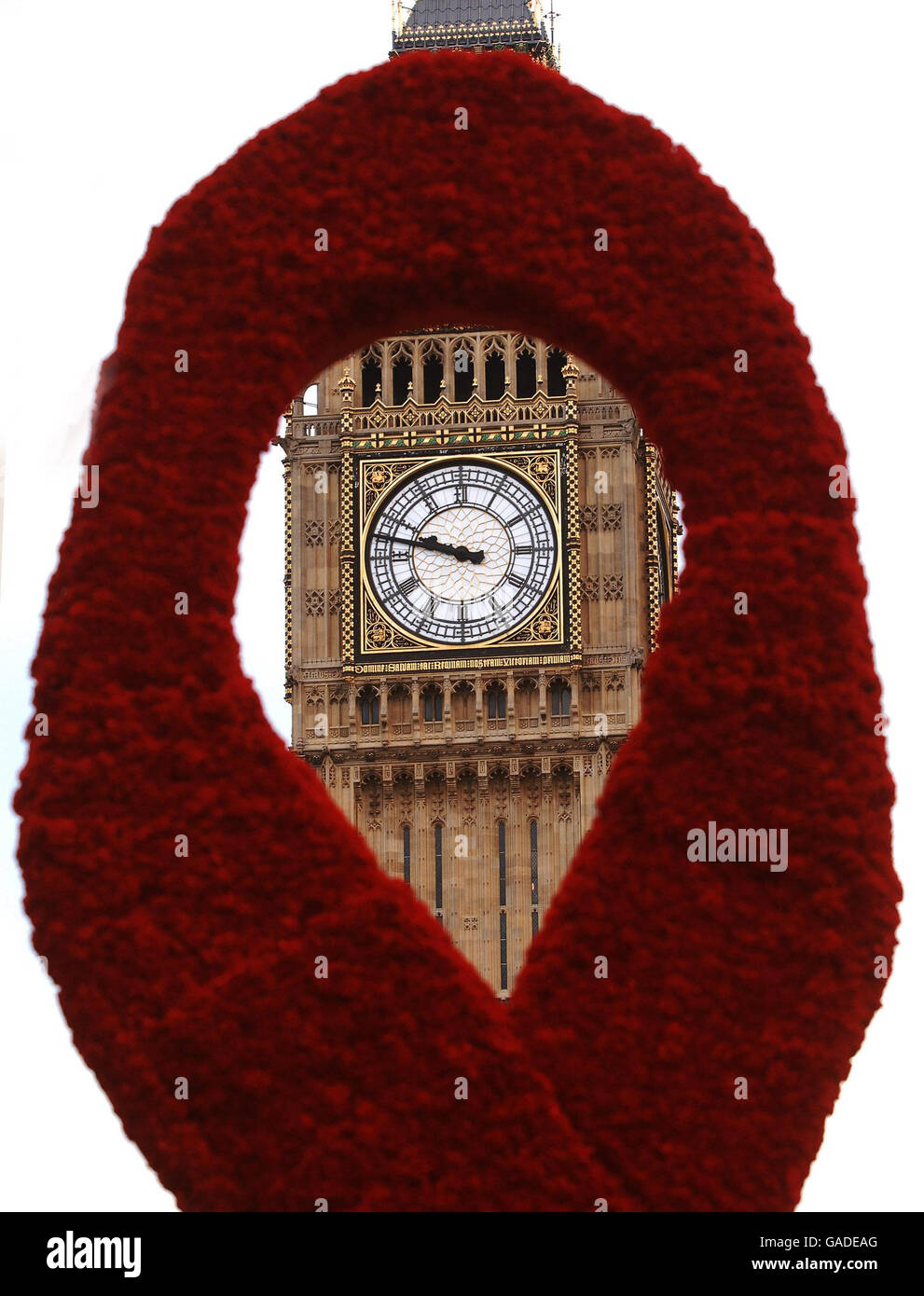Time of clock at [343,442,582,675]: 9:47
